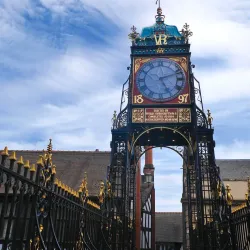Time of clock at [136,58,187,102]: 5:11
